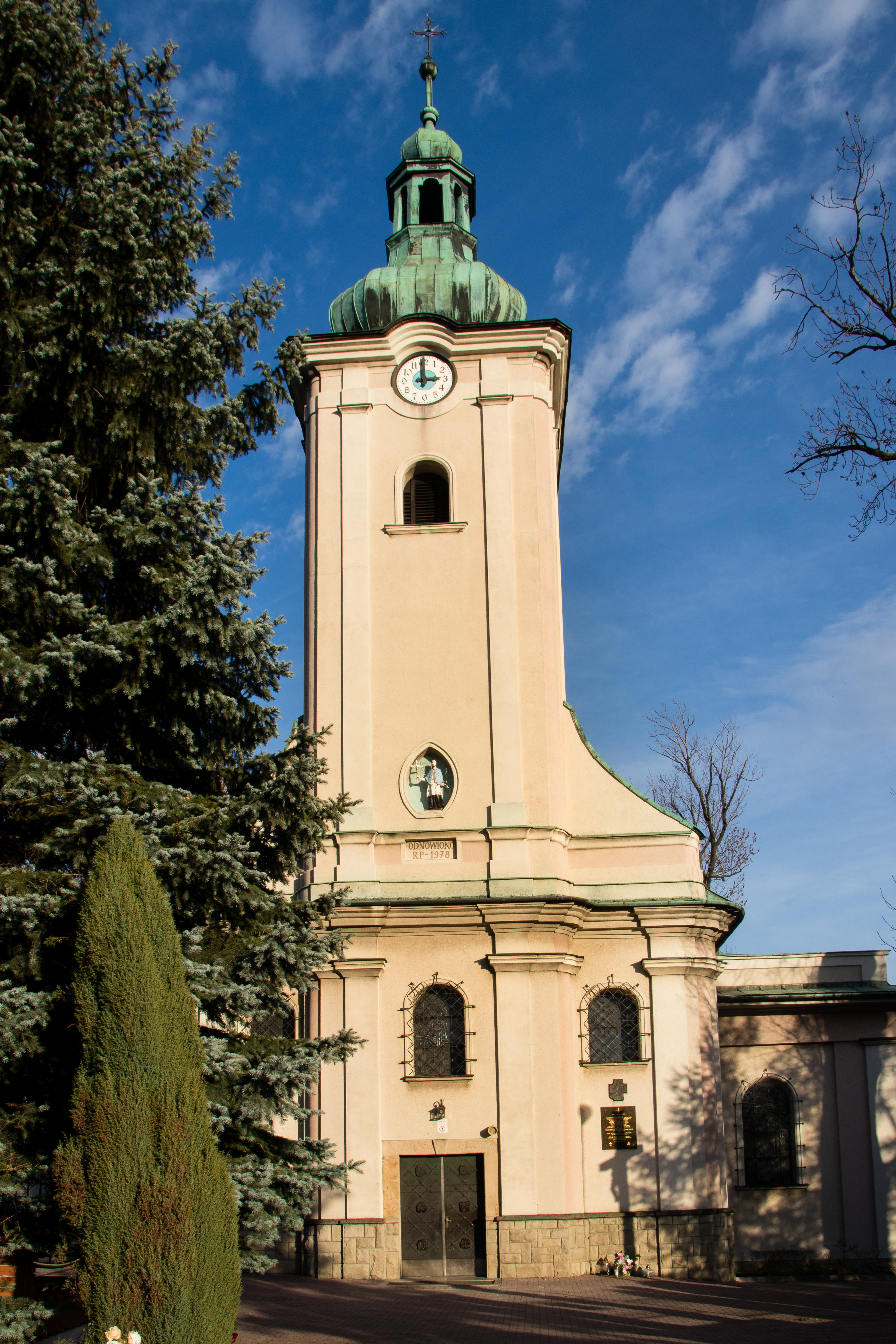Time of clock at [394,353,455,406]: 2:59
